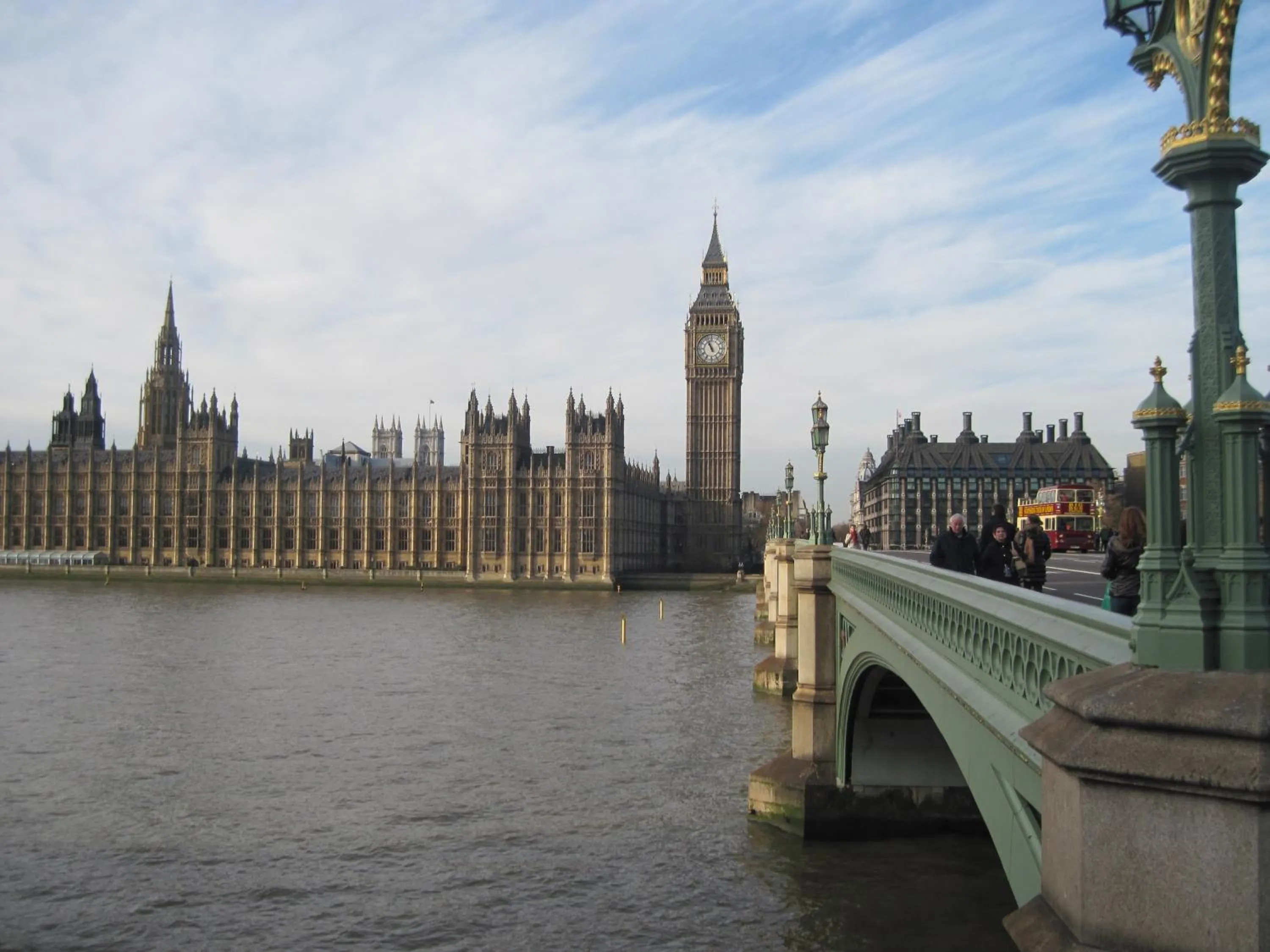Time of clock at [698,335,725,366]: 10:56
